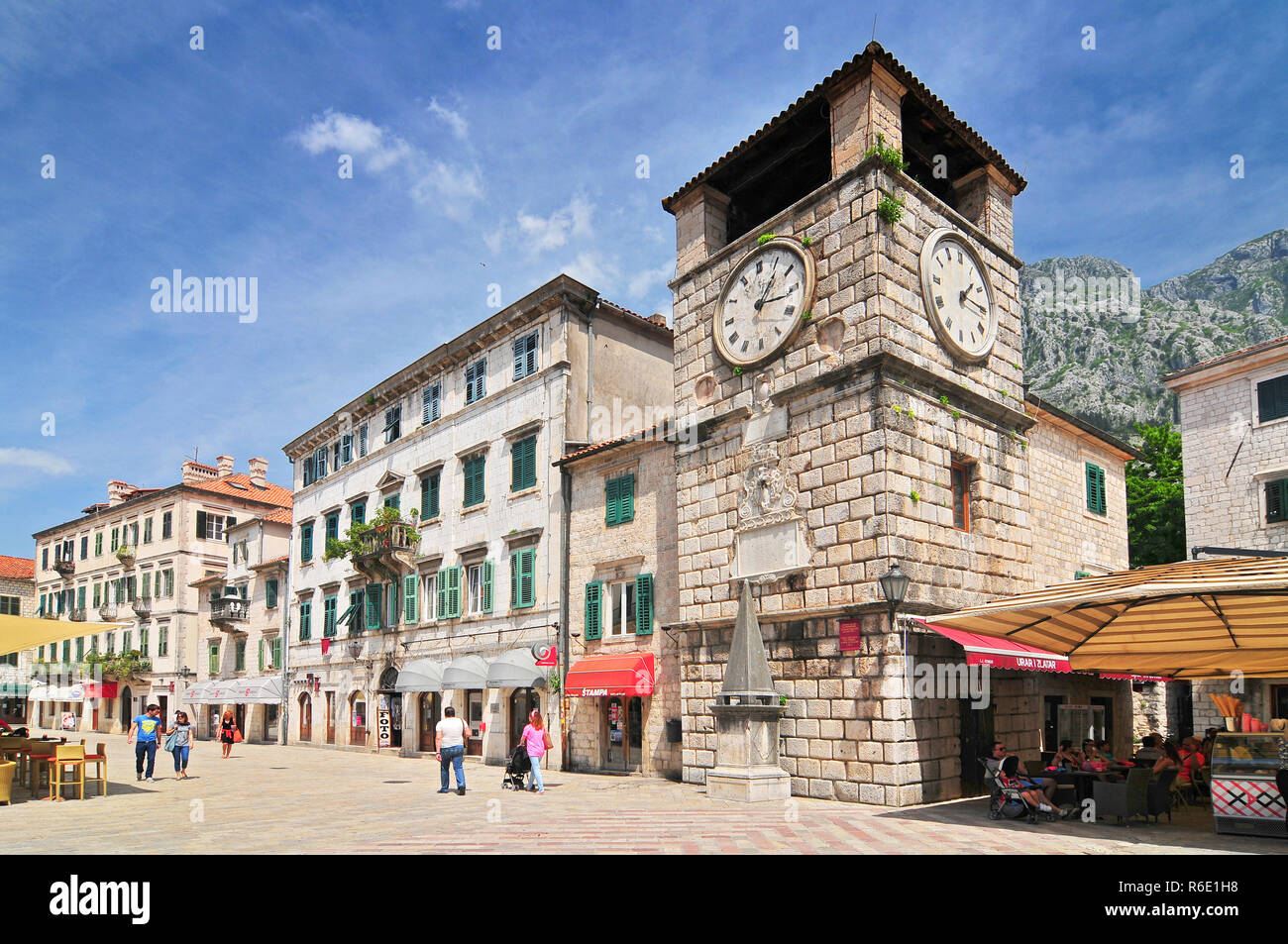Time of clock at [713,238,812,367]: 1:16
